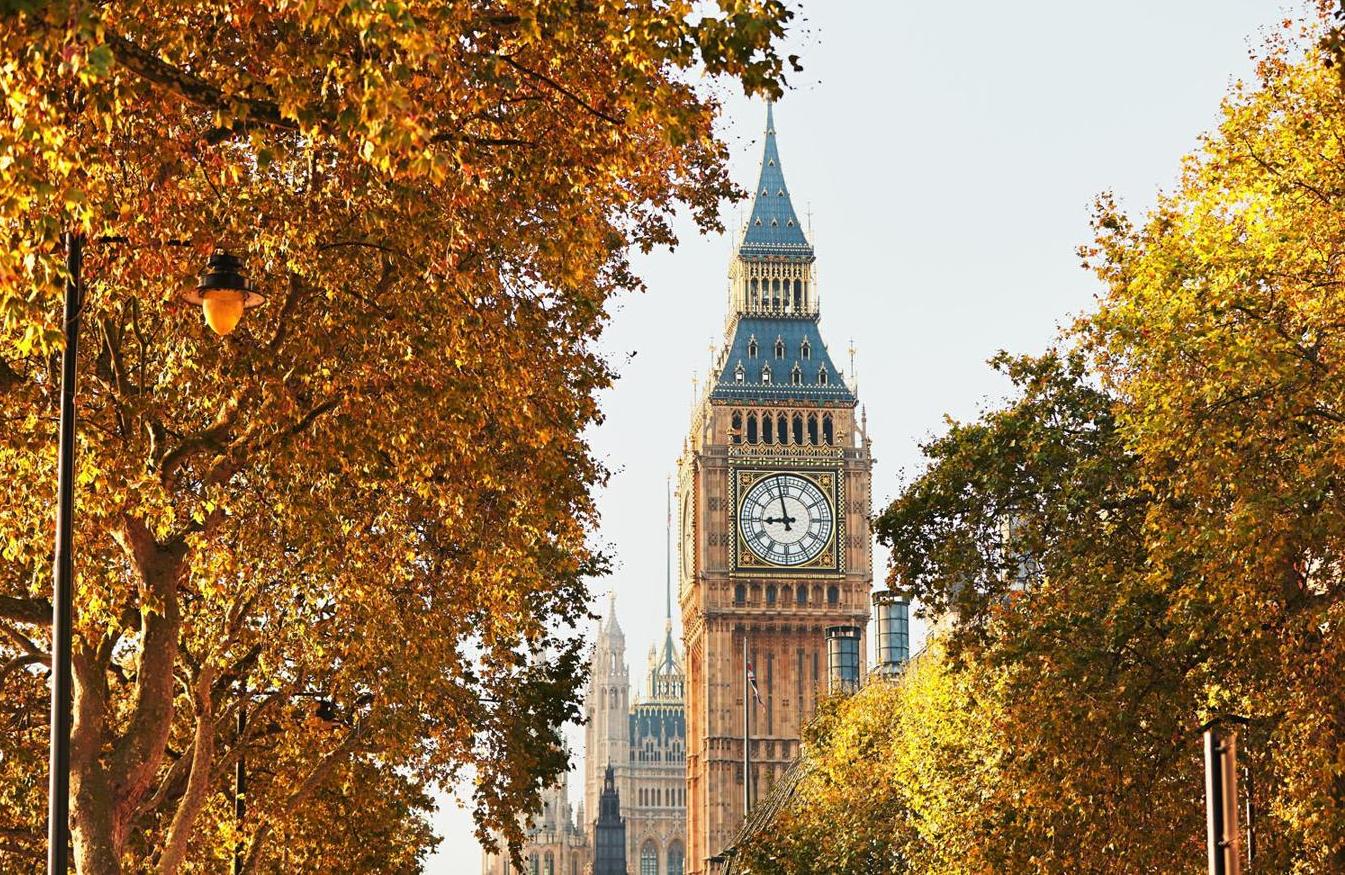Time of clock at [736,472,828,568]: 8:57
